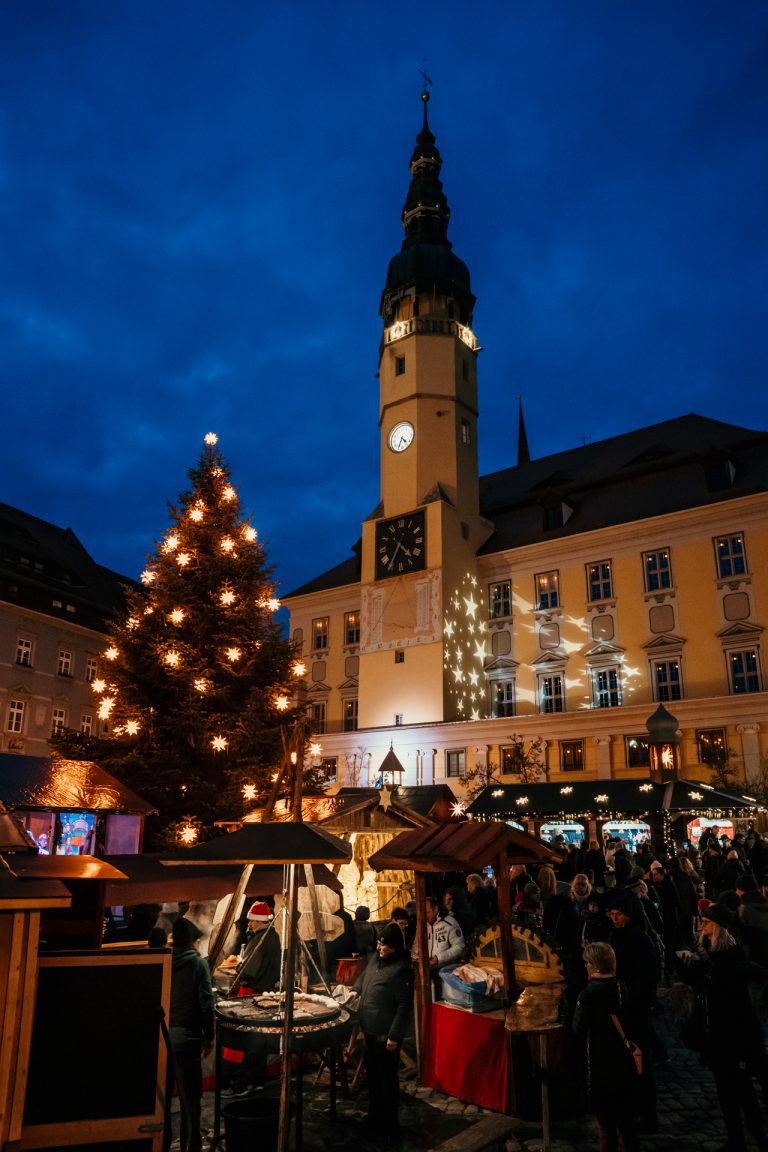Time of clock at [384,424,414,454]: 4:34
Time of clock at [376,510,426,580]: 4:35
